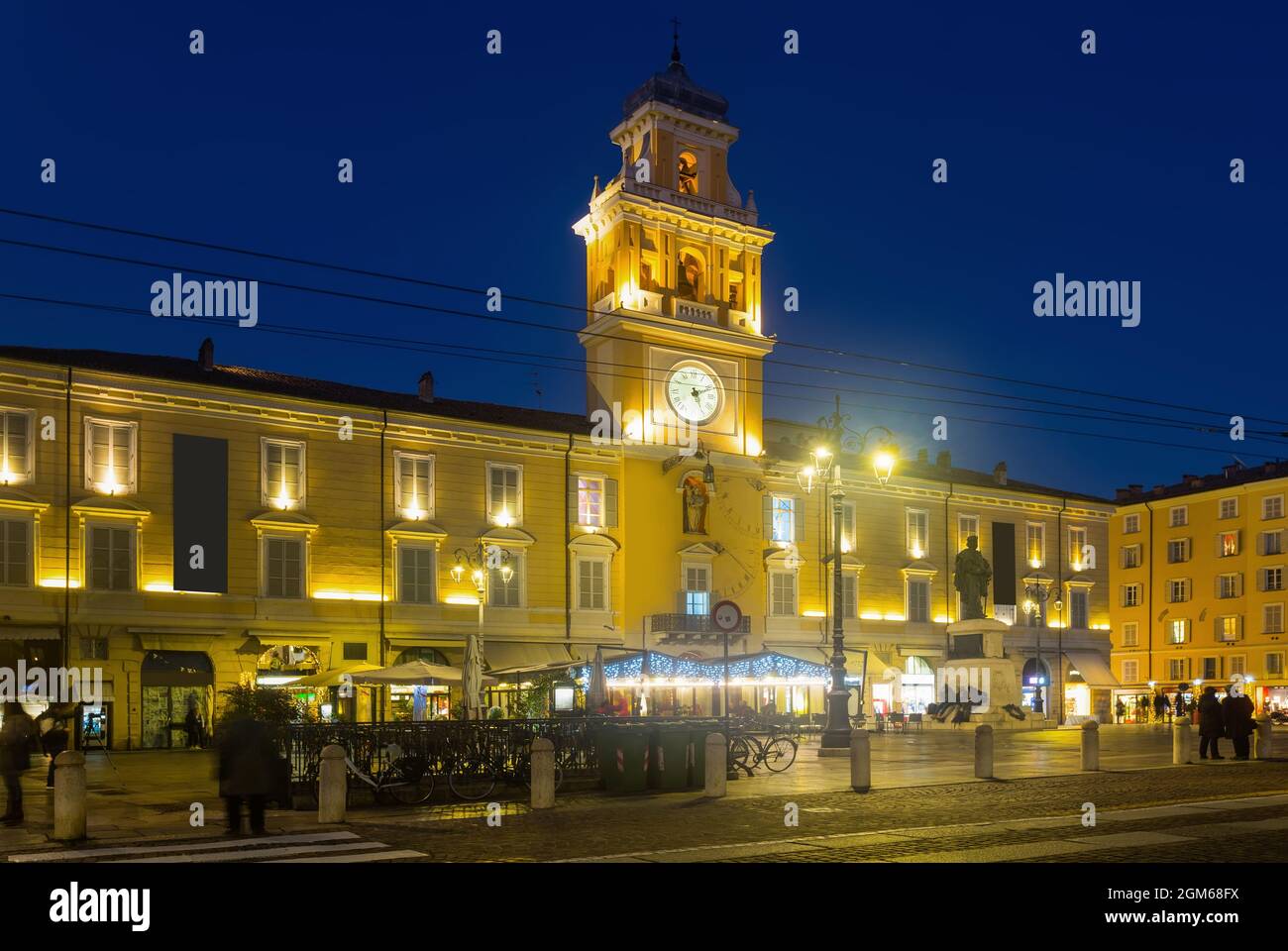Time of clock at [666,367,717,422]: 5:11
